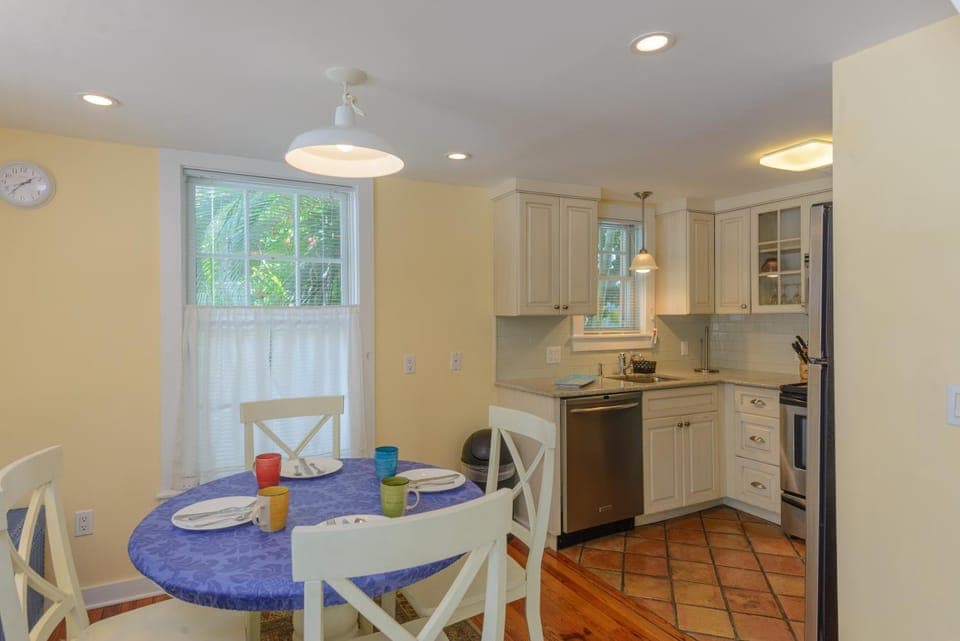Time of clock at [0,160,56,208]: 1:36
